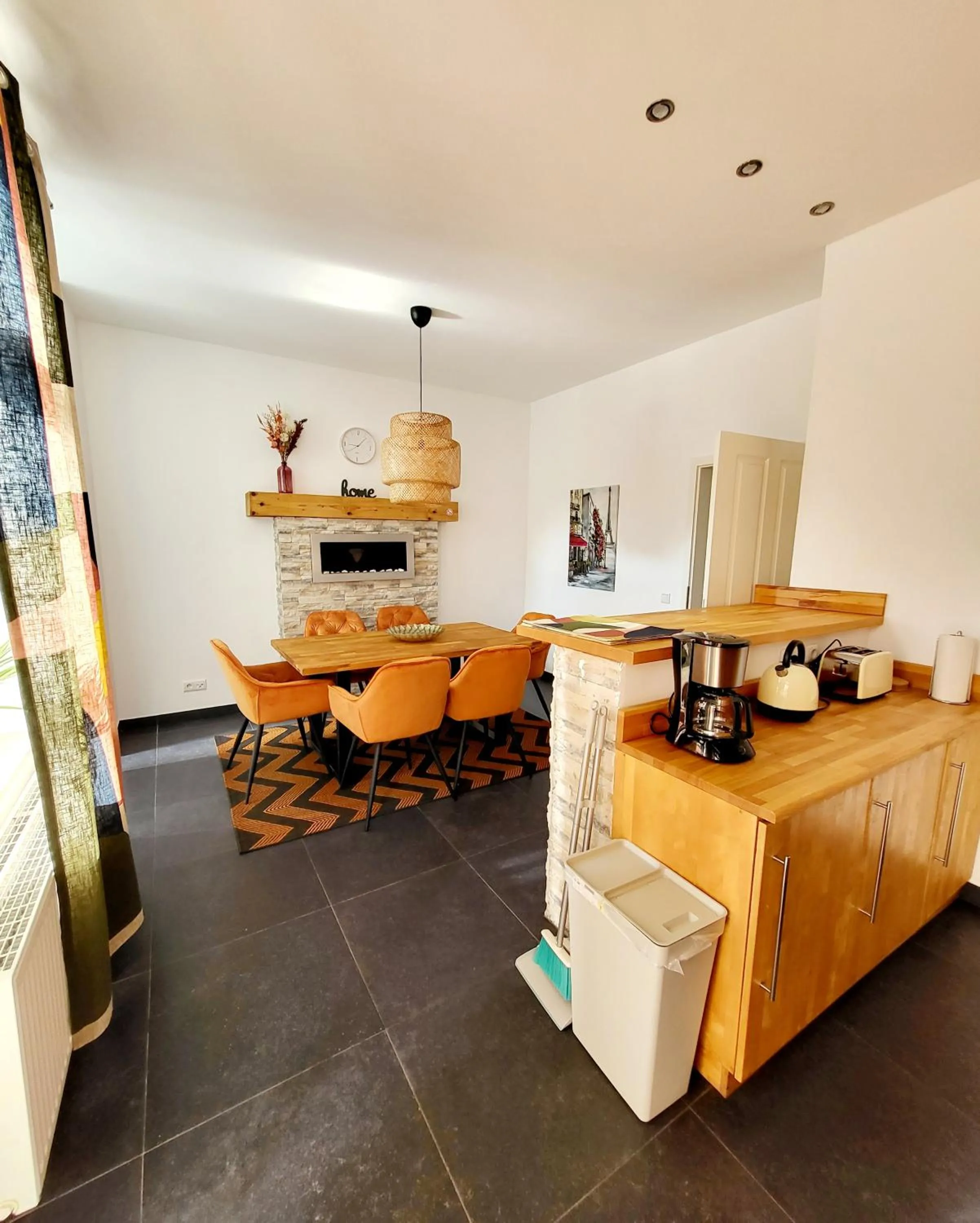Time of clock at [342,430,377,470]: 9:07
